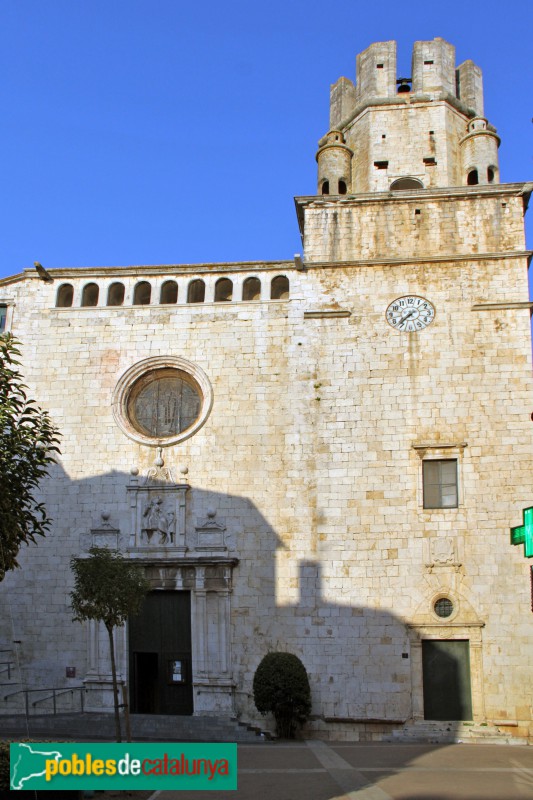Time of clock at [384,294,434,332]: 7:37
